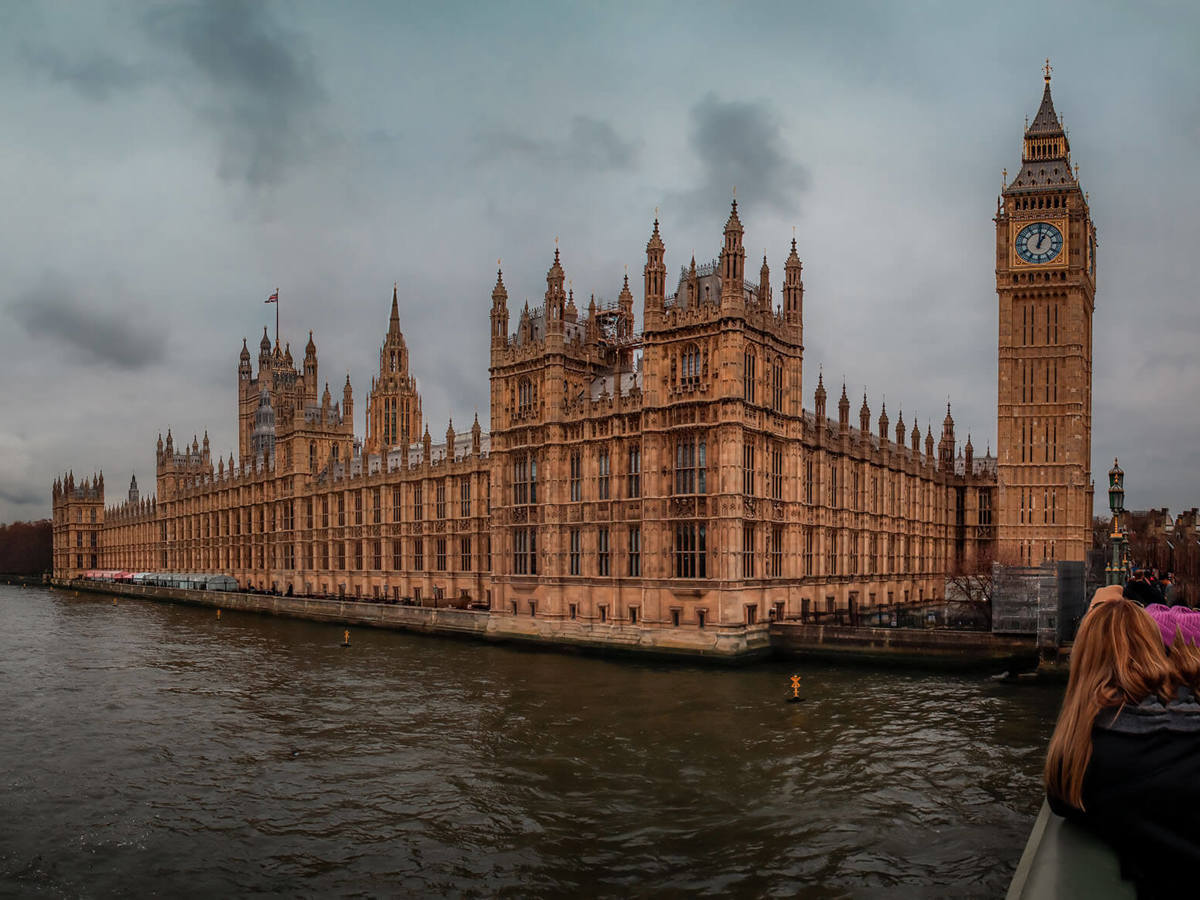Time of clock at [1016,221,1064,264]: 1:01
